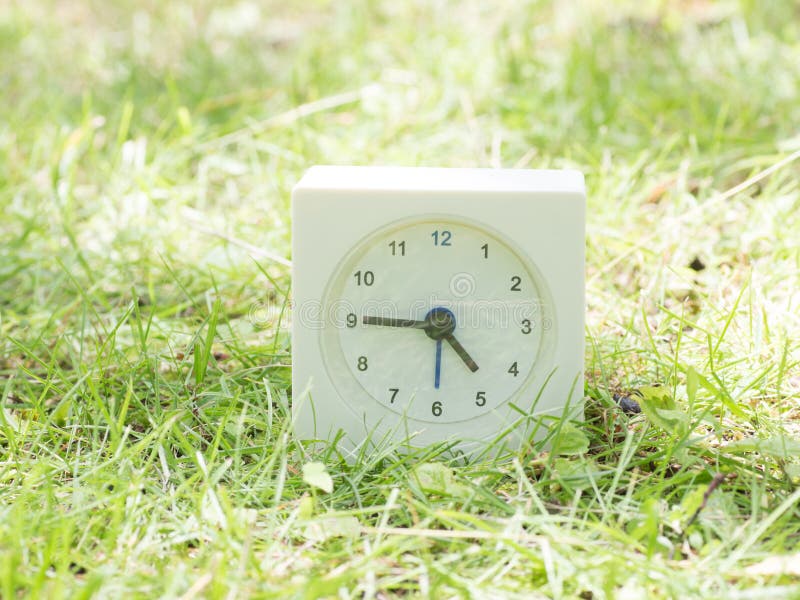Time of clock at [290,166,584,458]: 4:45
